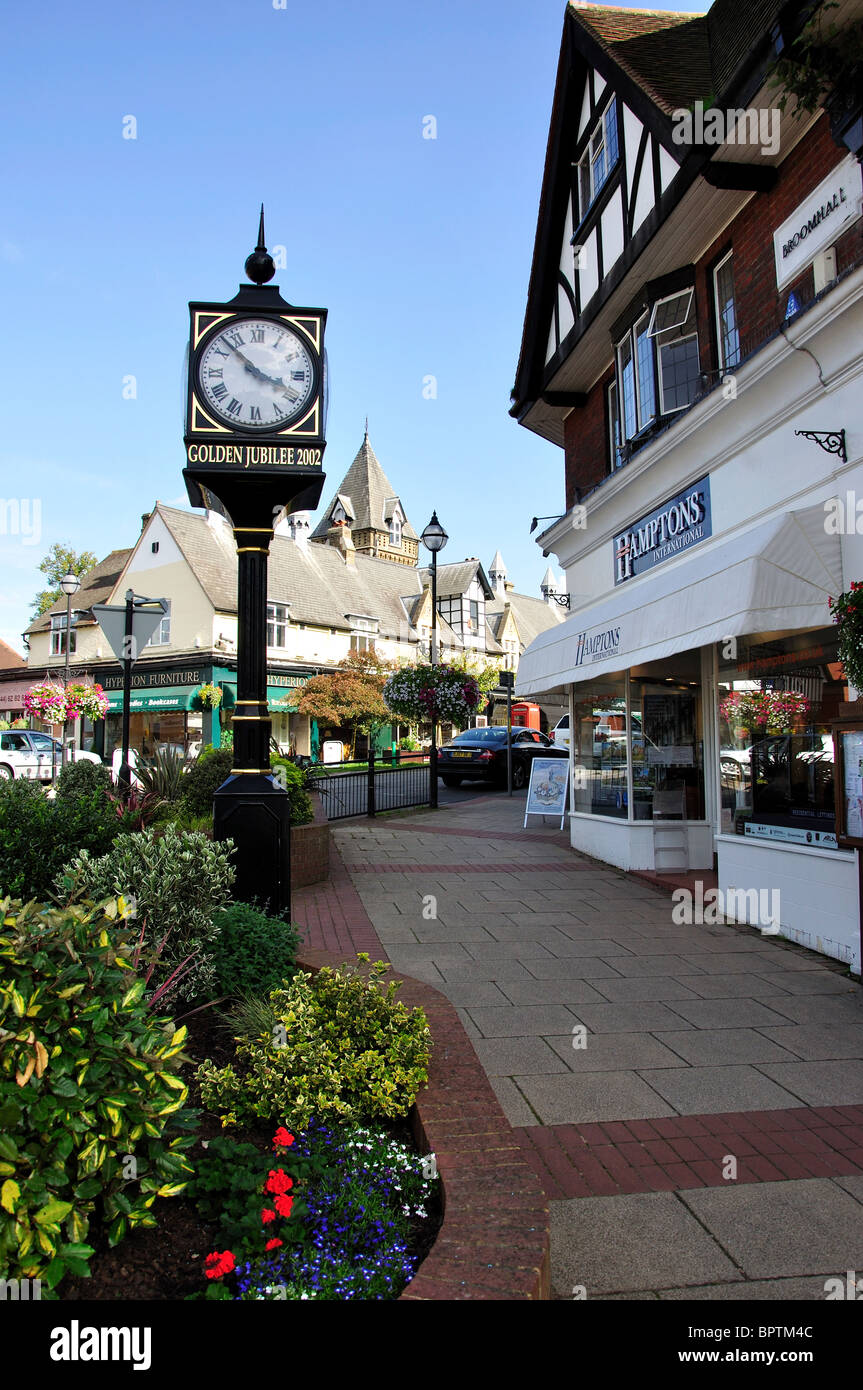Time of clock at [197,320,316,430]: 3:52
